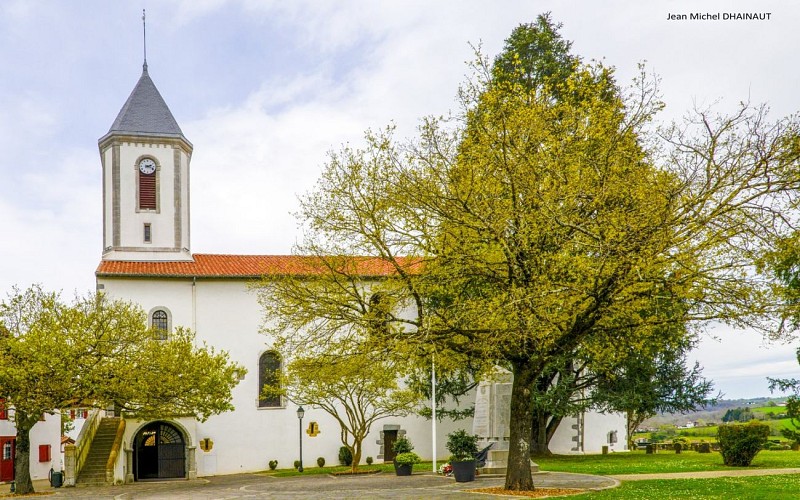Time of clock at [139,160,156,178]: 2:18
